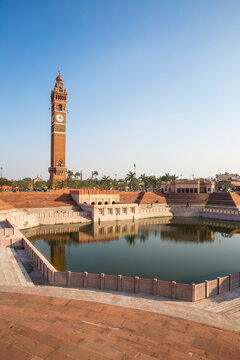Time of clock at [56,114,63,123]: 4:02
